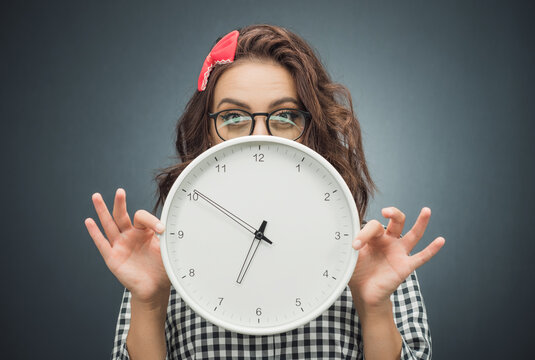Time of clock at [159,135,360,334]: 6:50
